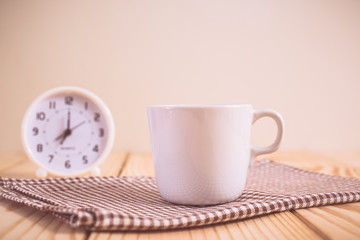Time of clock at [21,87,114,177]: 7:00
